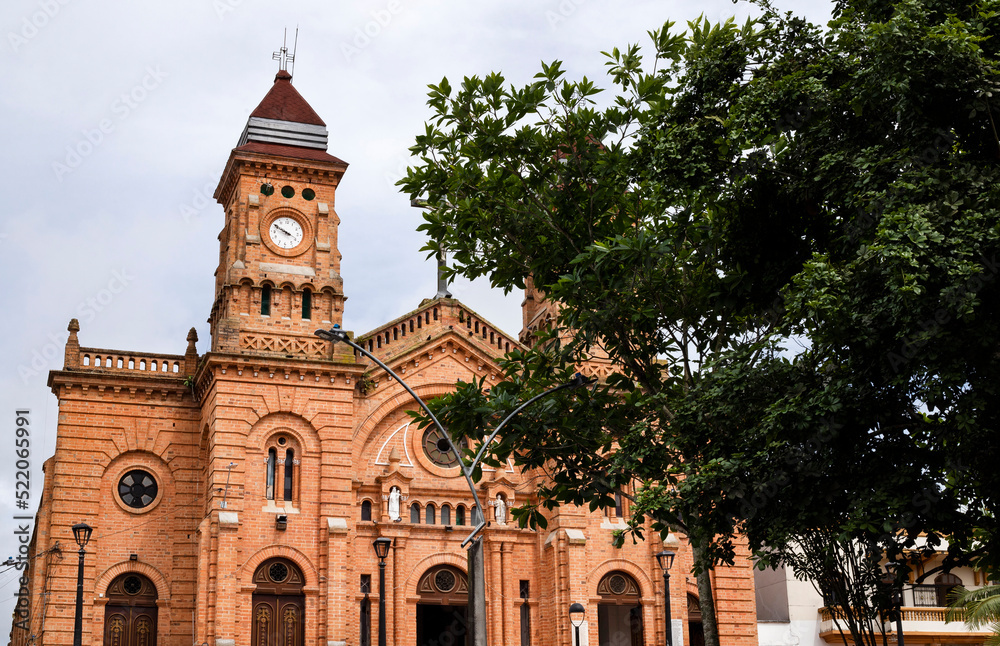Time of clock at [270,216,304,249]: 3:49
